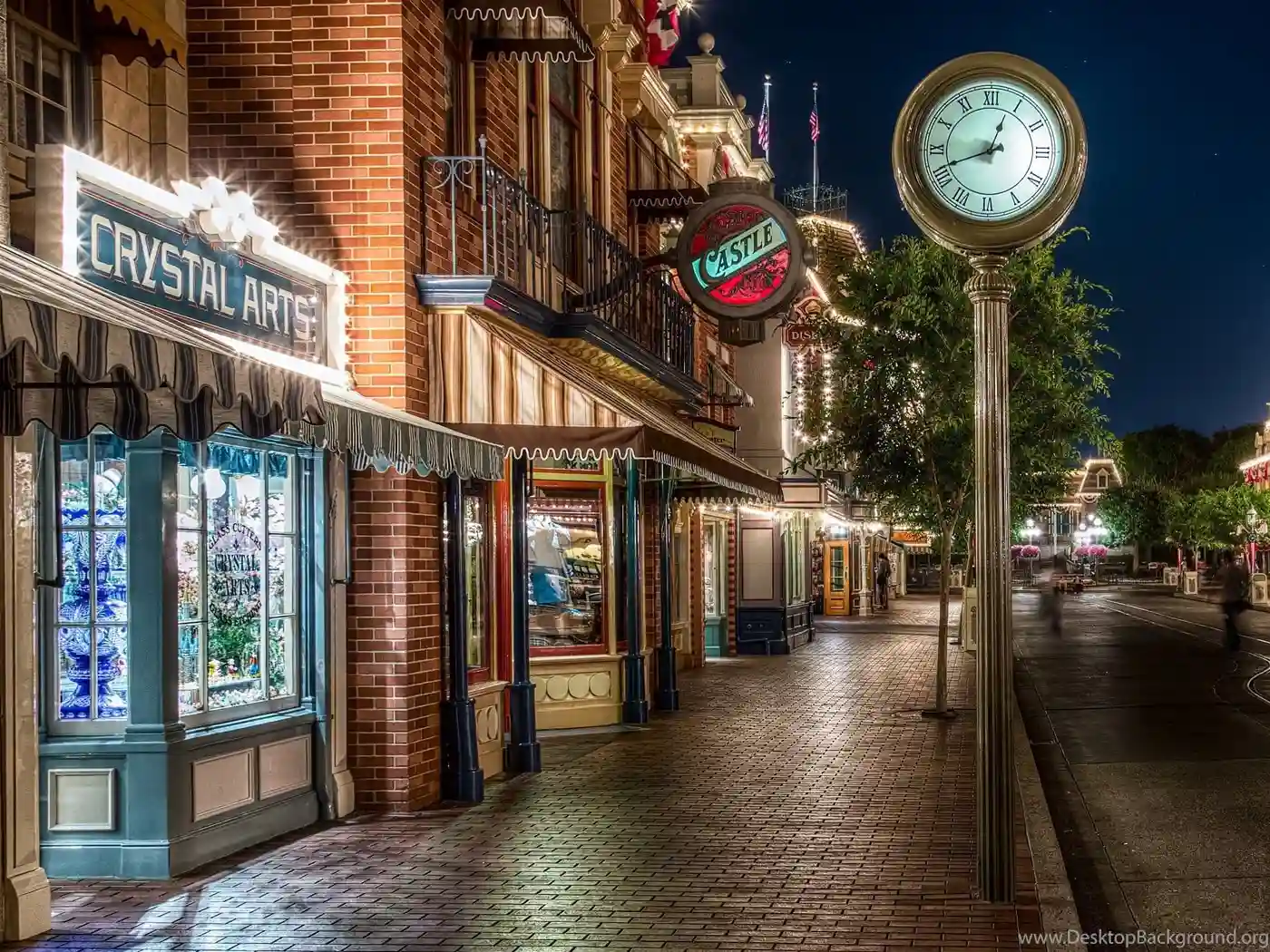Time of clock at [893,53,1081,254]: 12:41
